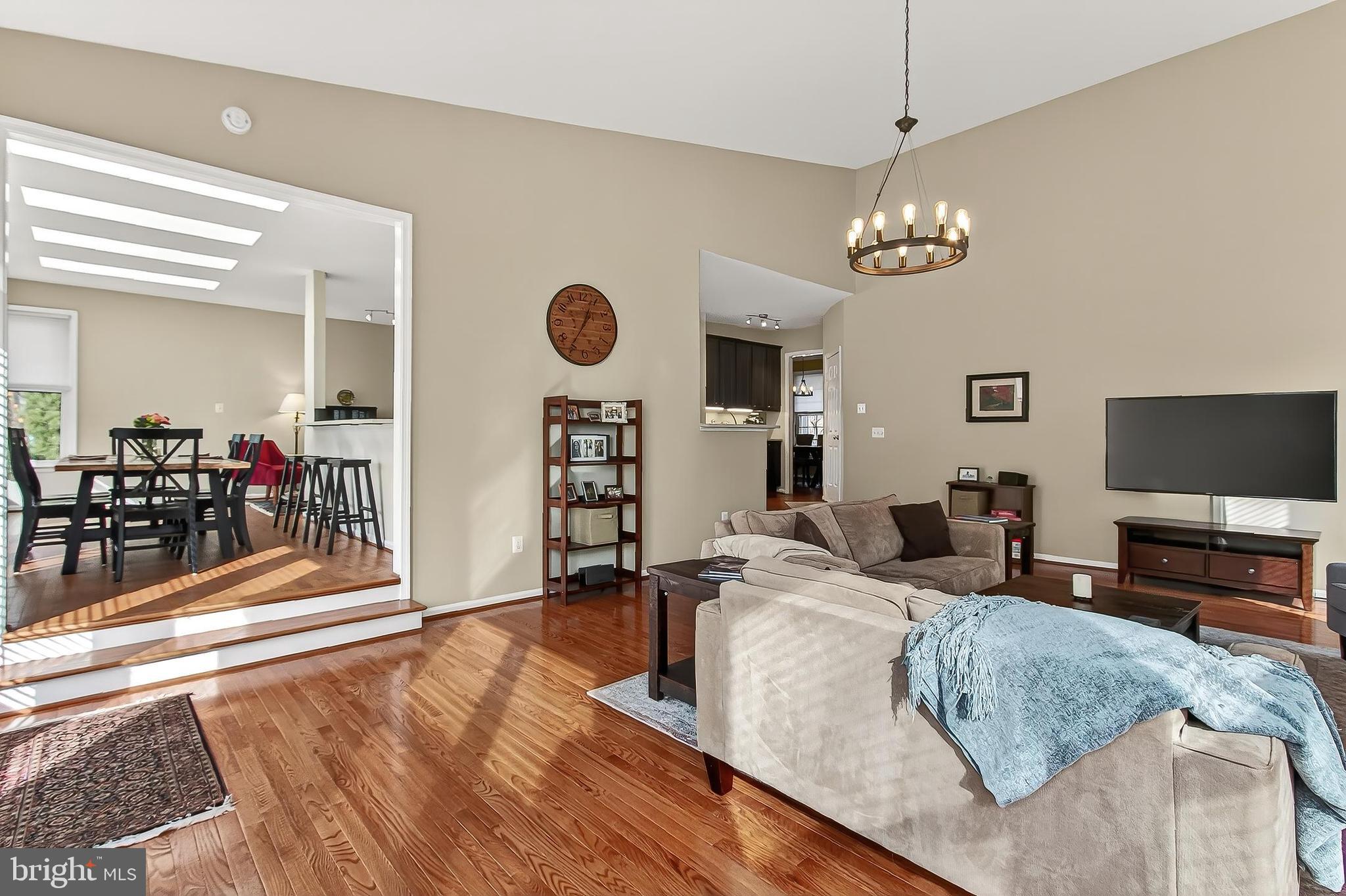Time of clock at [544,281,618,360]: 12:35
